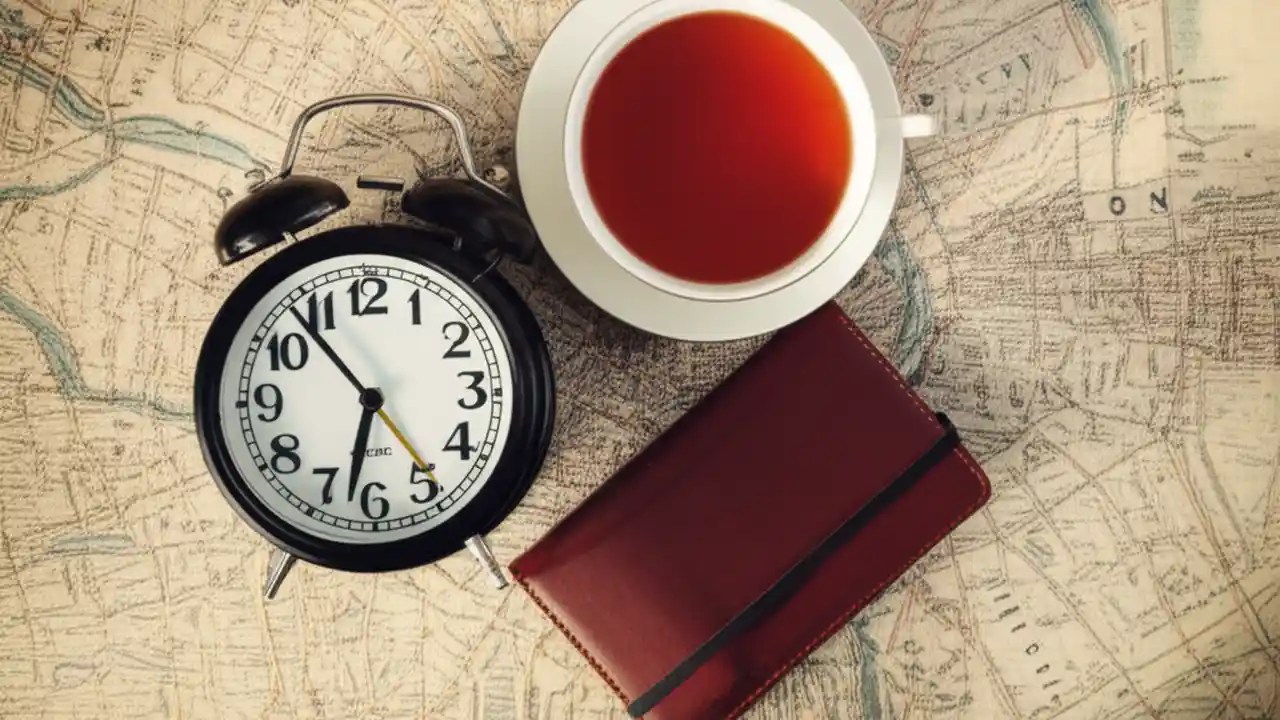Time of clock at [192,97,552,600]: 6:32
